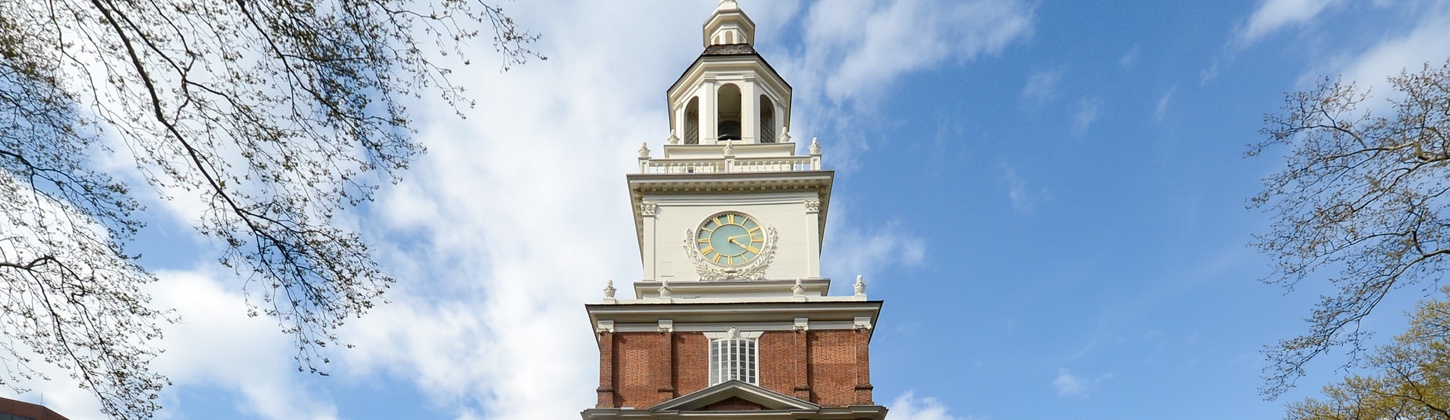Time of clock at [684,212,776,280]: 4:10
